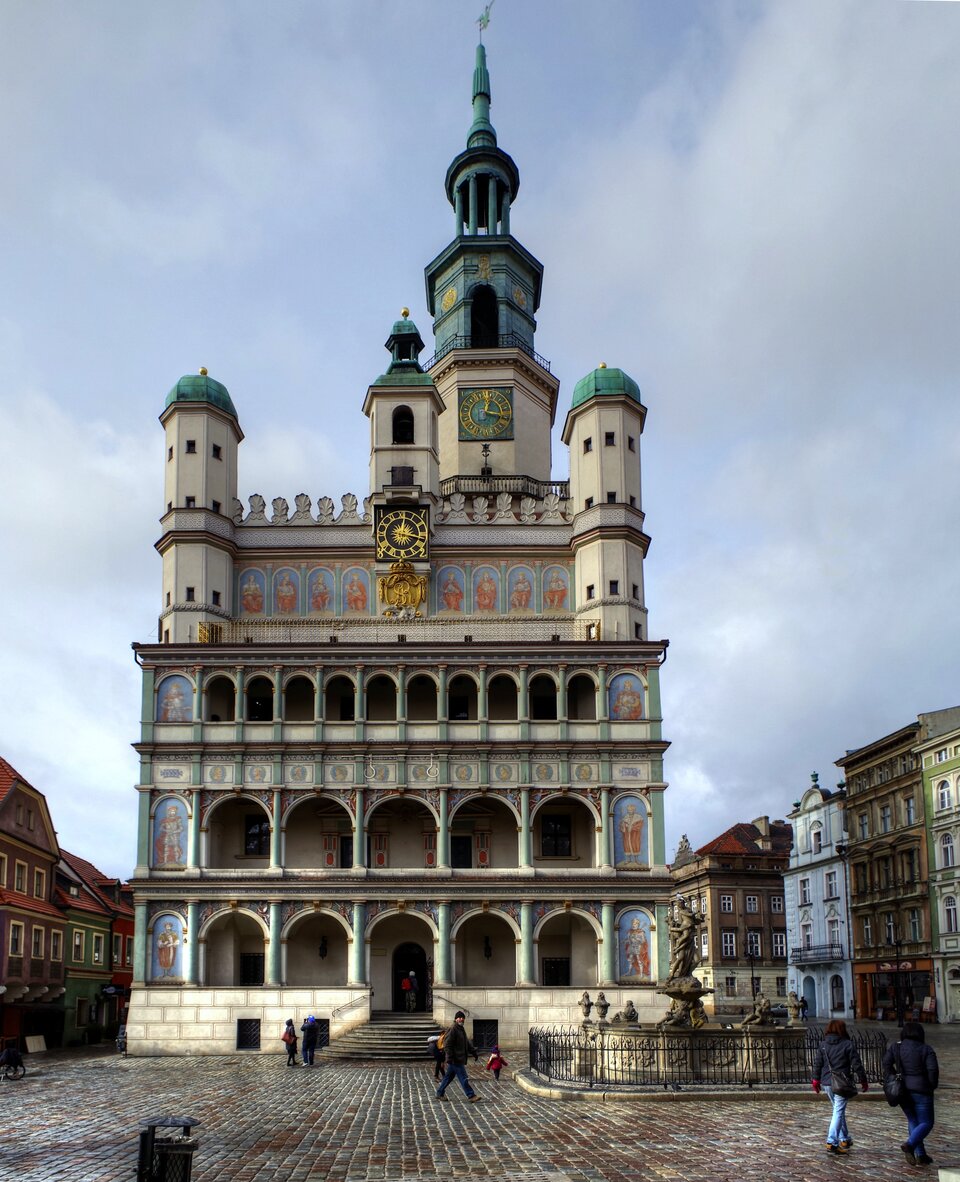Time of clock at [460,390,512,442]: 12:16
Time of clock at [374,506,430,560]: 12:16
